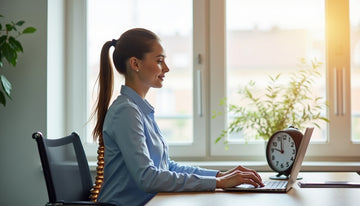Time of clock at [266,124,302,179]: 11:46
